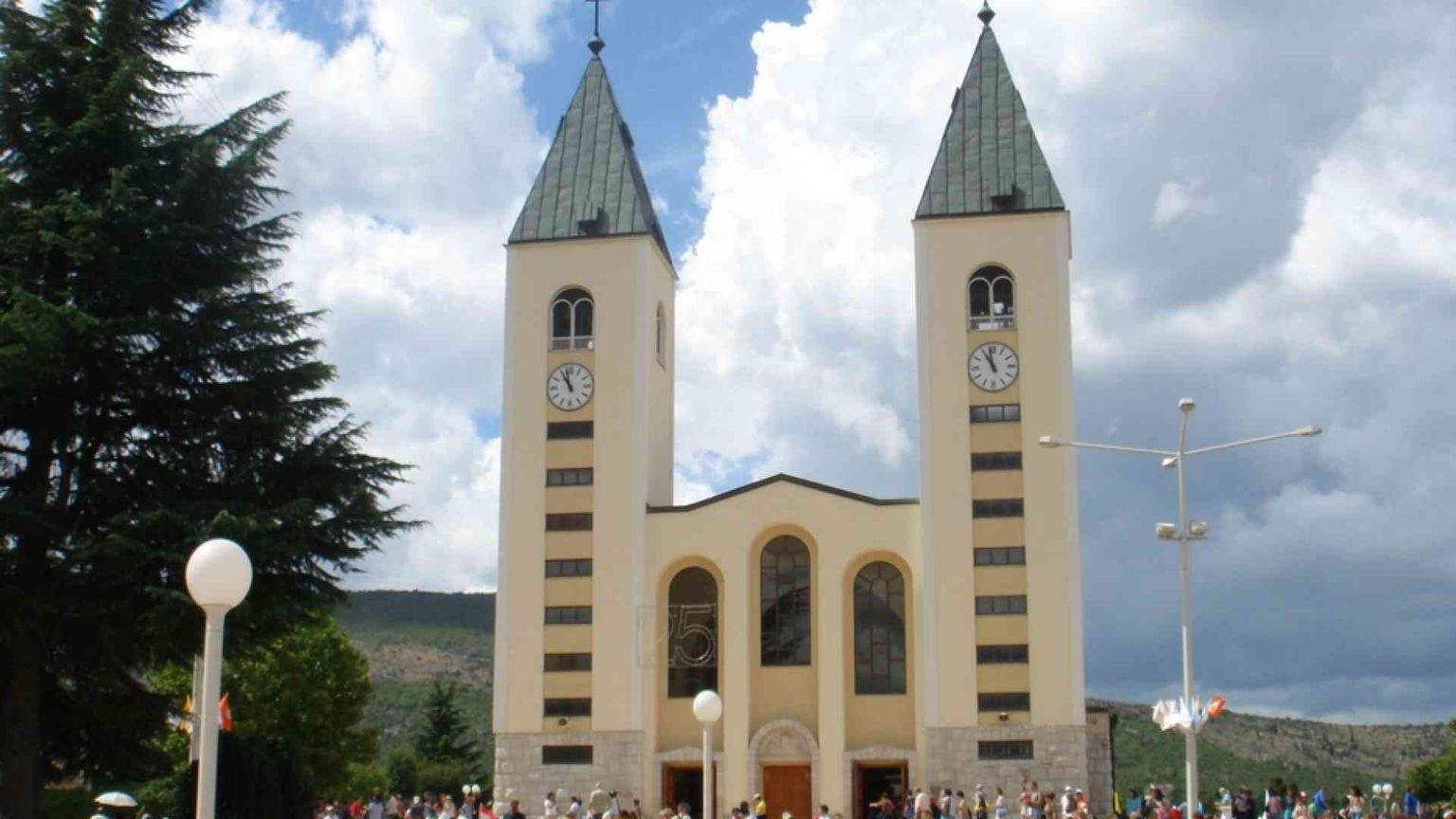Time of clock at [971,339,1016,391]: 10:58
